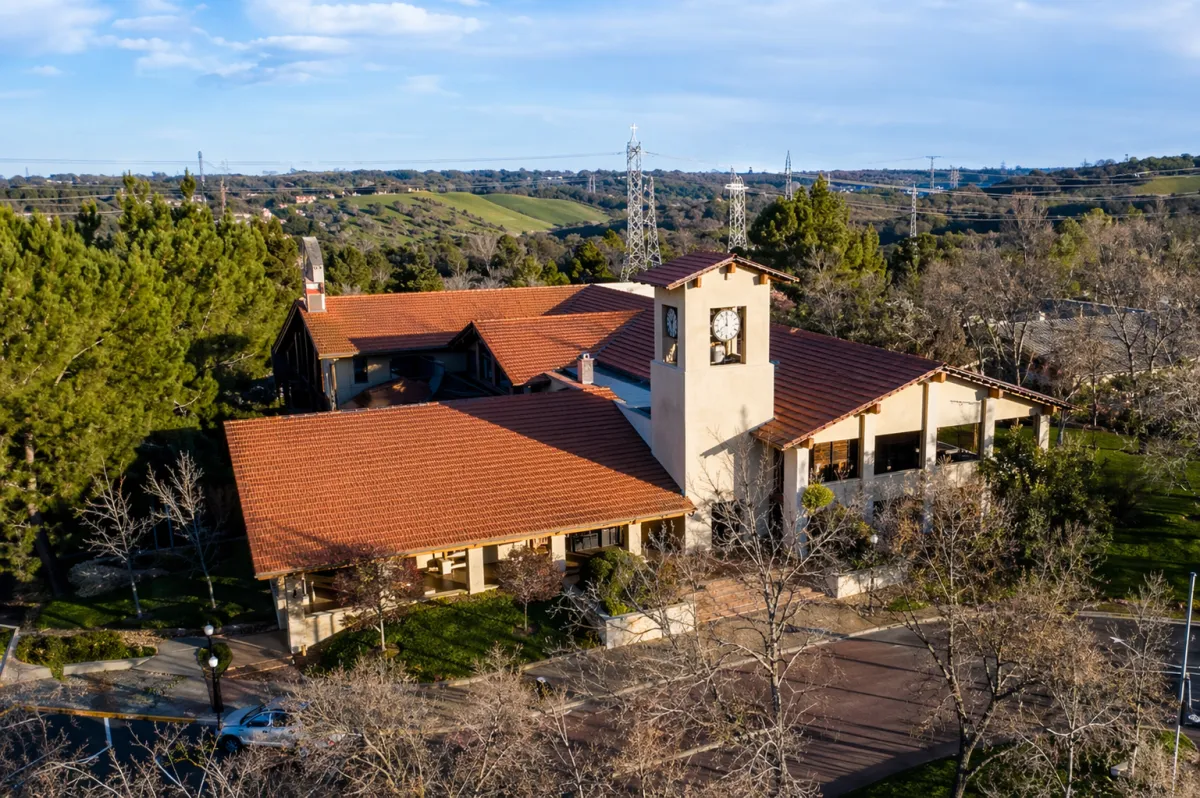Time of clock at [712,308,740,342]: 7:59
